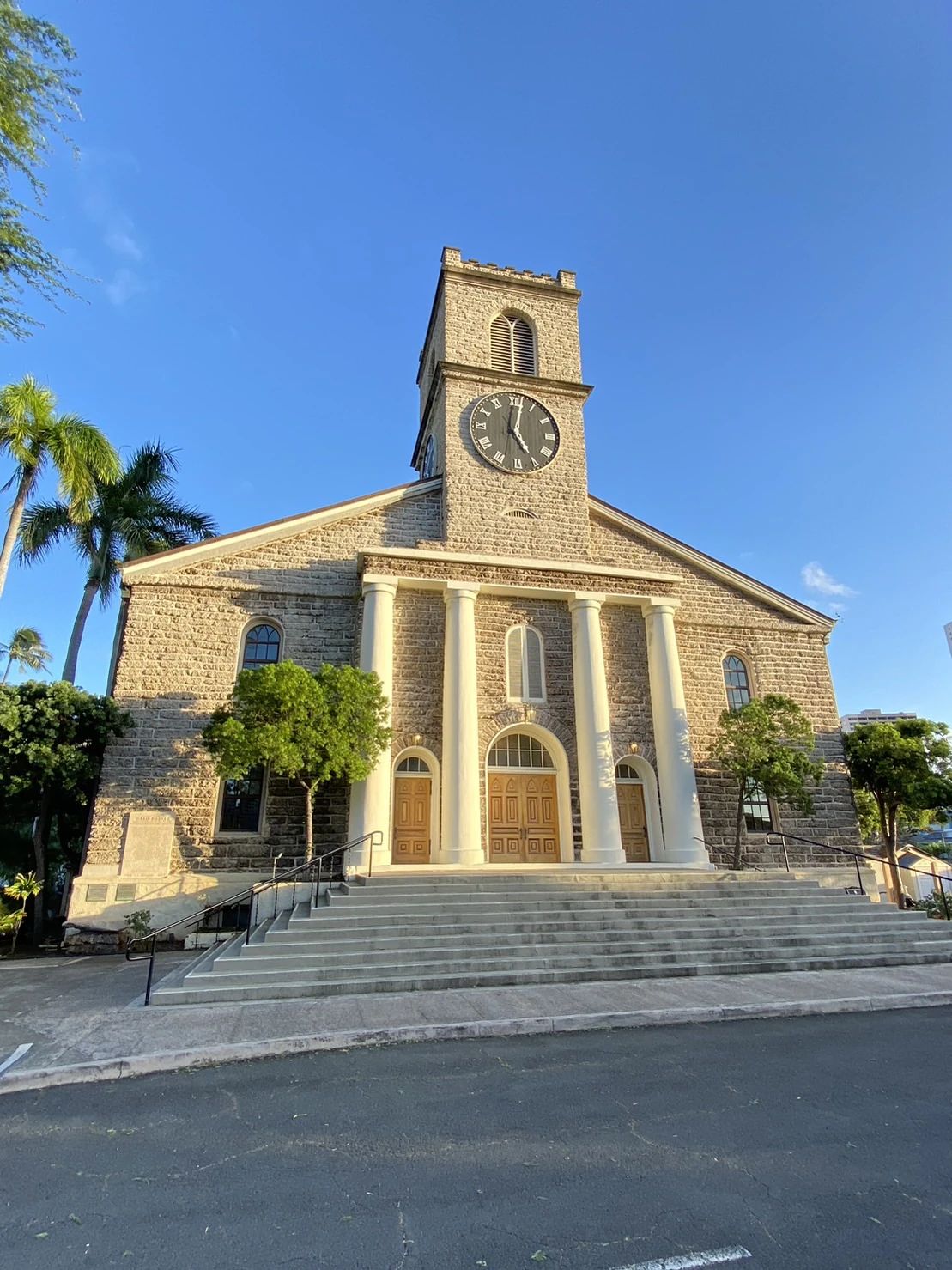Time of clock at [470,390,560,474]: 5:01
